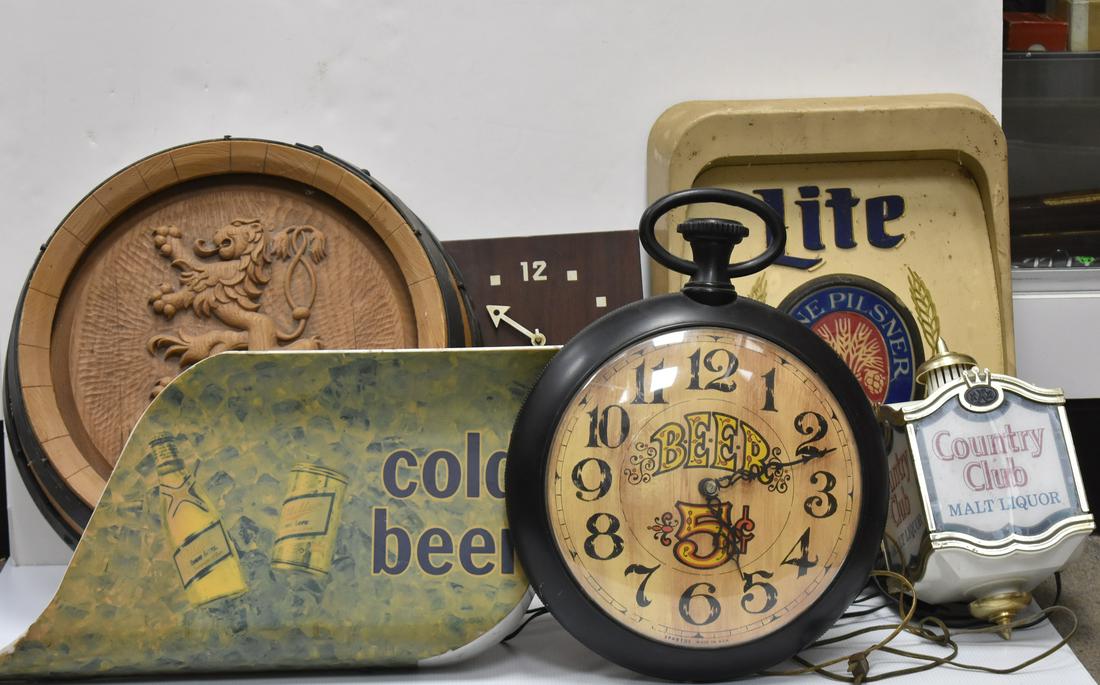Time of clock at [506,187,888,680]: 5:11
